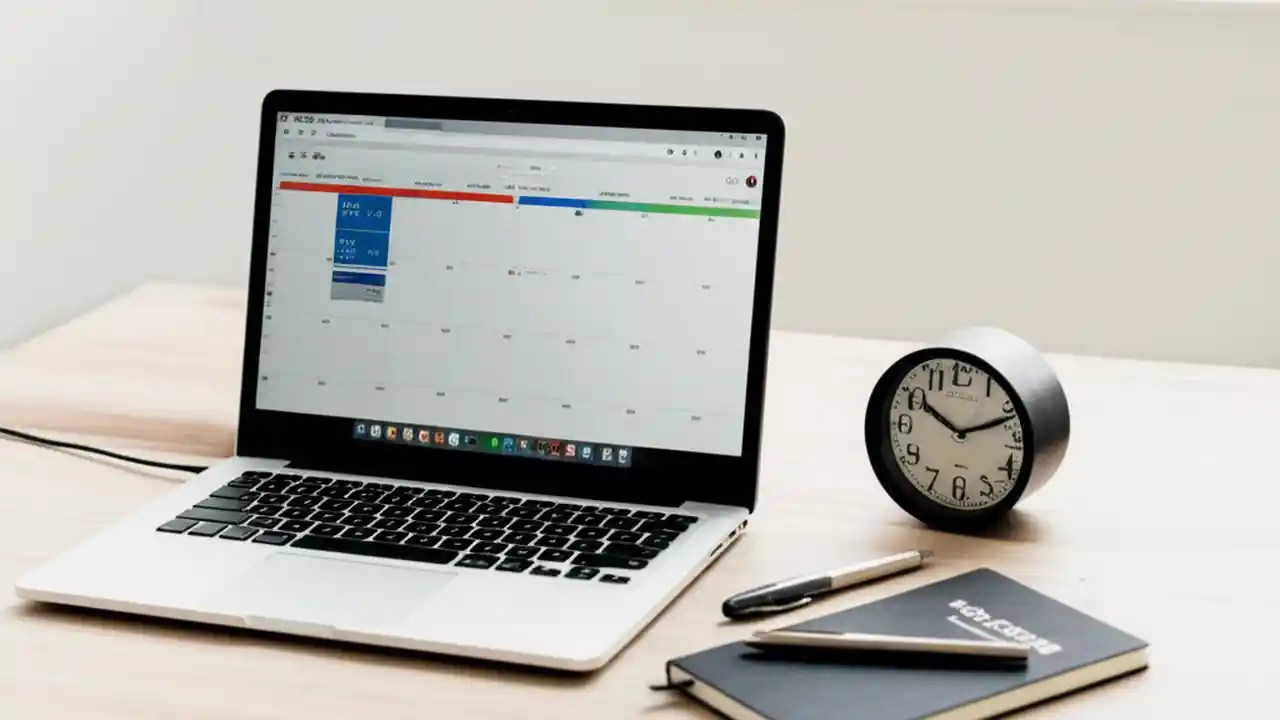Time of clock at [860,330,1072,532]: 10:11
